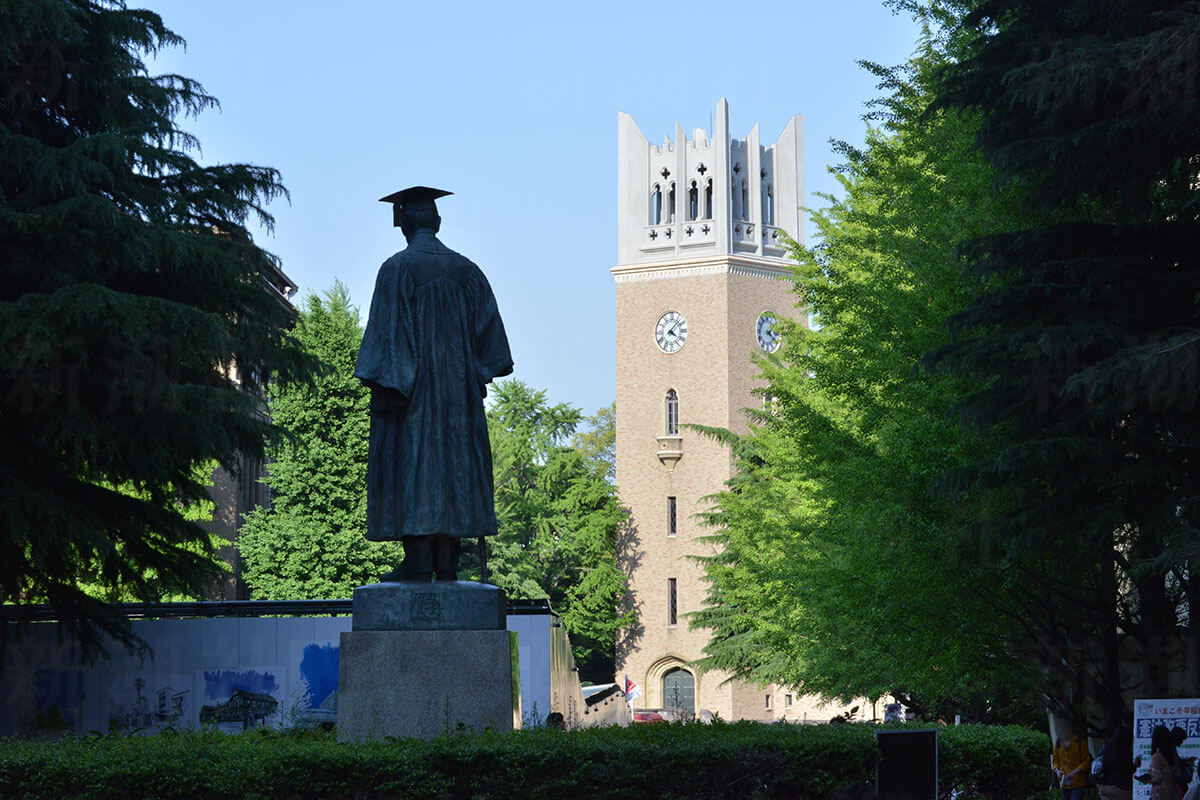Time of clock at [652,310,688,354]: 4:07
